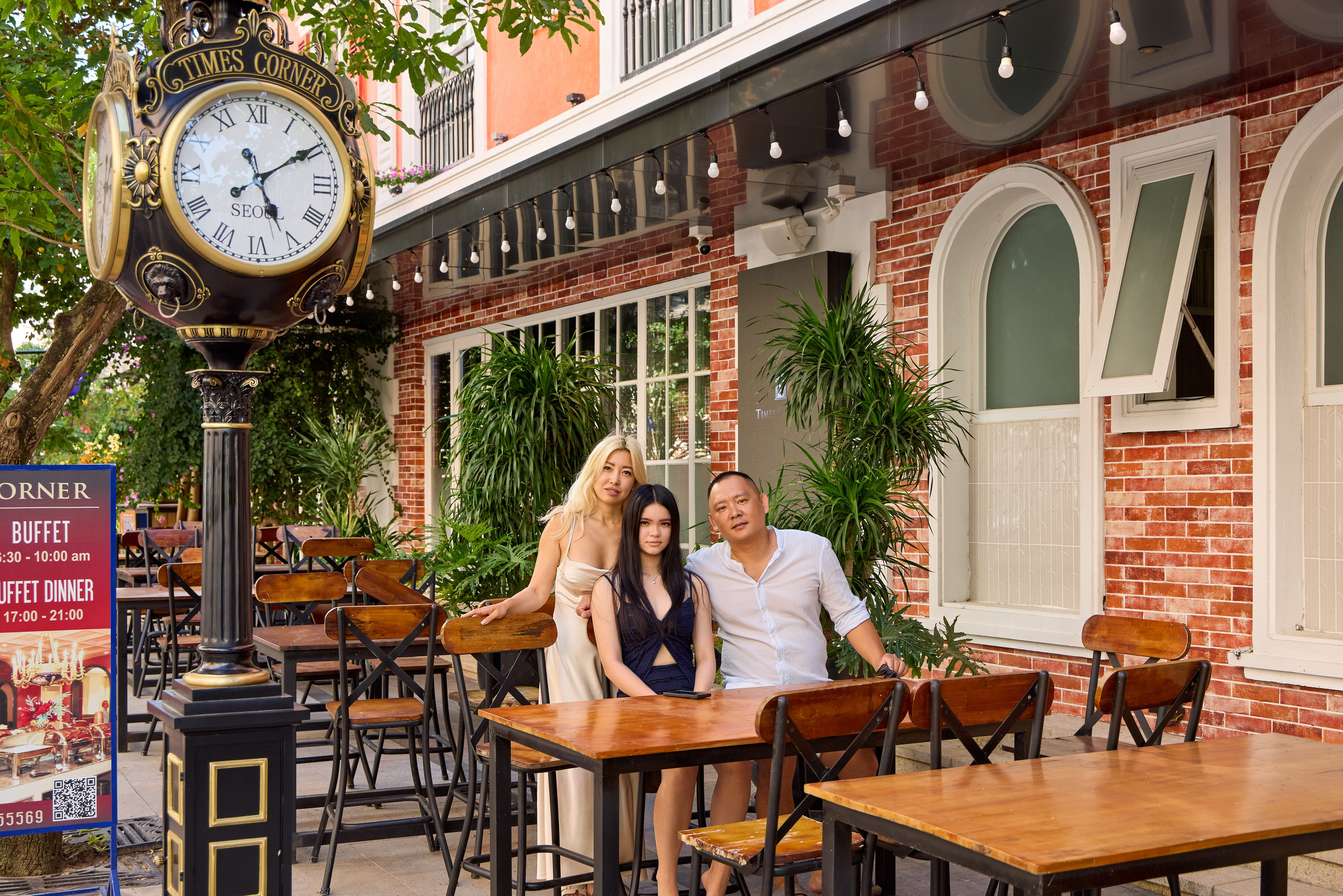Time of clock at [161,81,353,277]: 5:09
